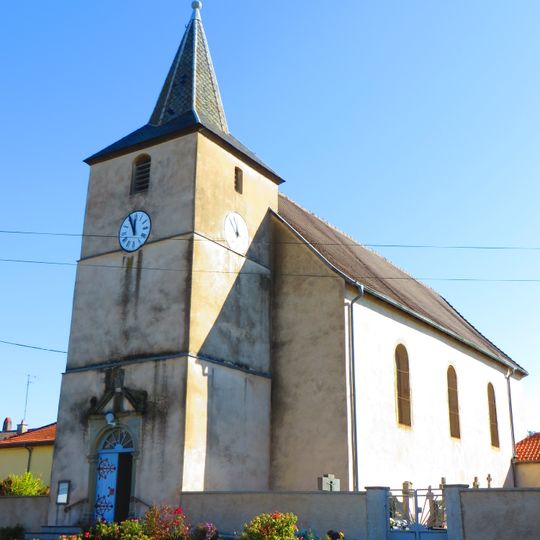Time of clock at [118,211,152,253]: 11:55
